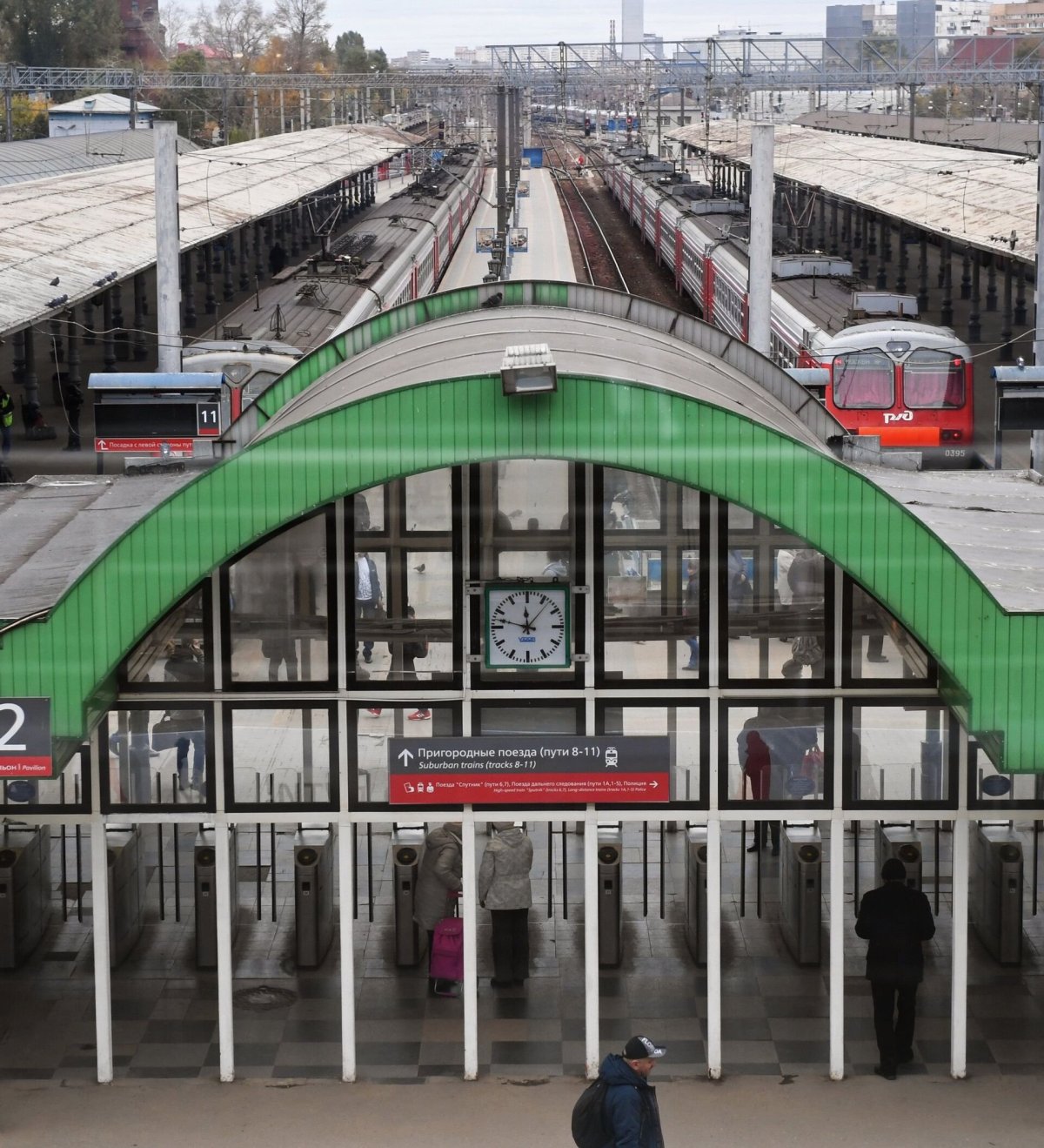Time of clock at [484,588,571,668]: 11:47
